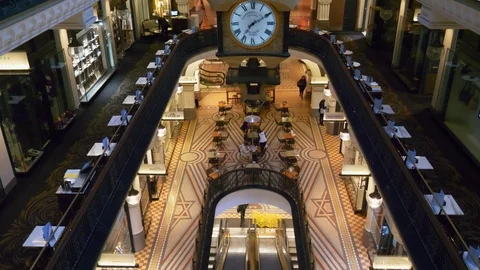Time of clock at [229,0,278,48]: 7:09
